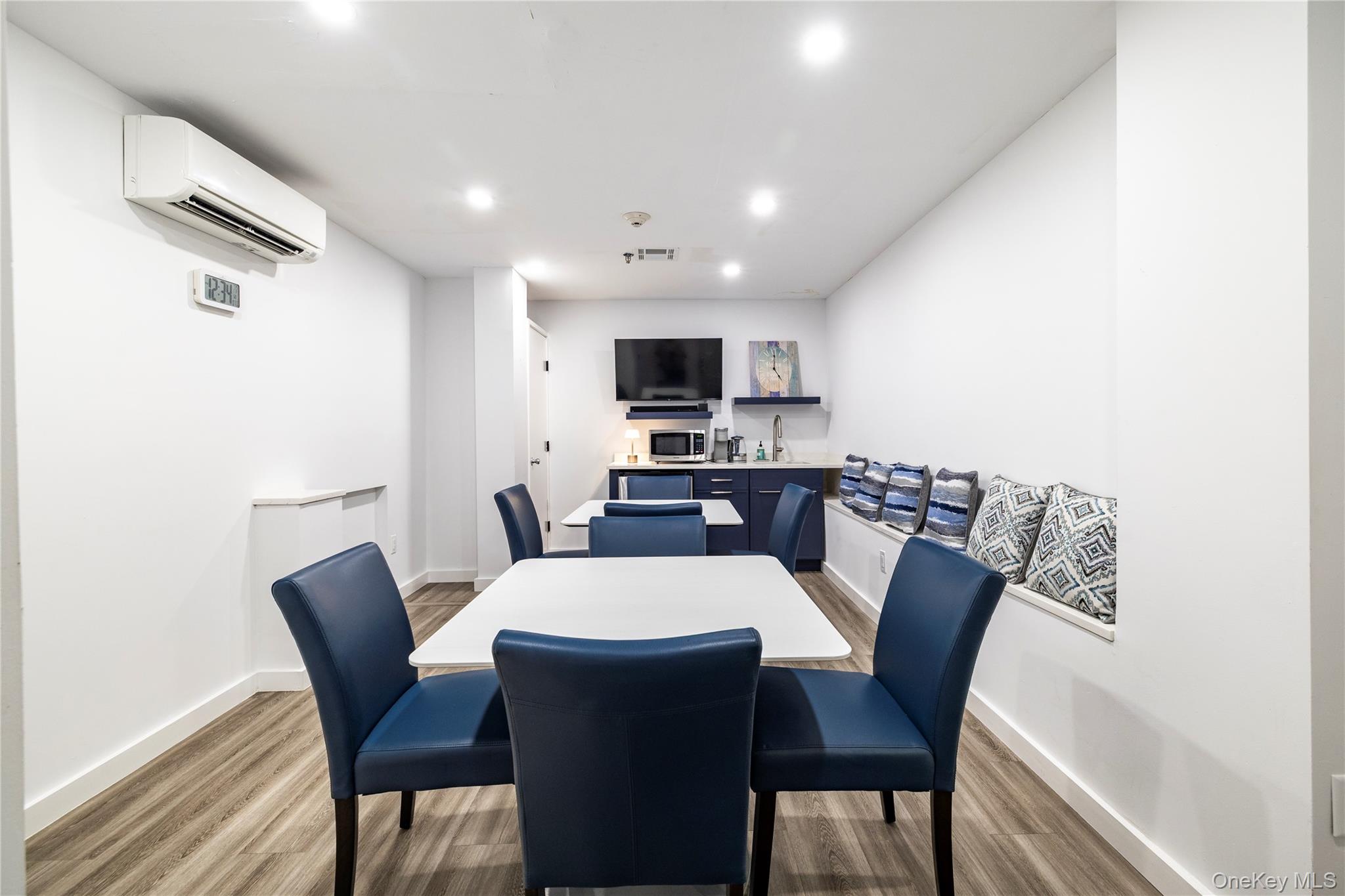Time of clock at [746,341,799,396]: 4:00
